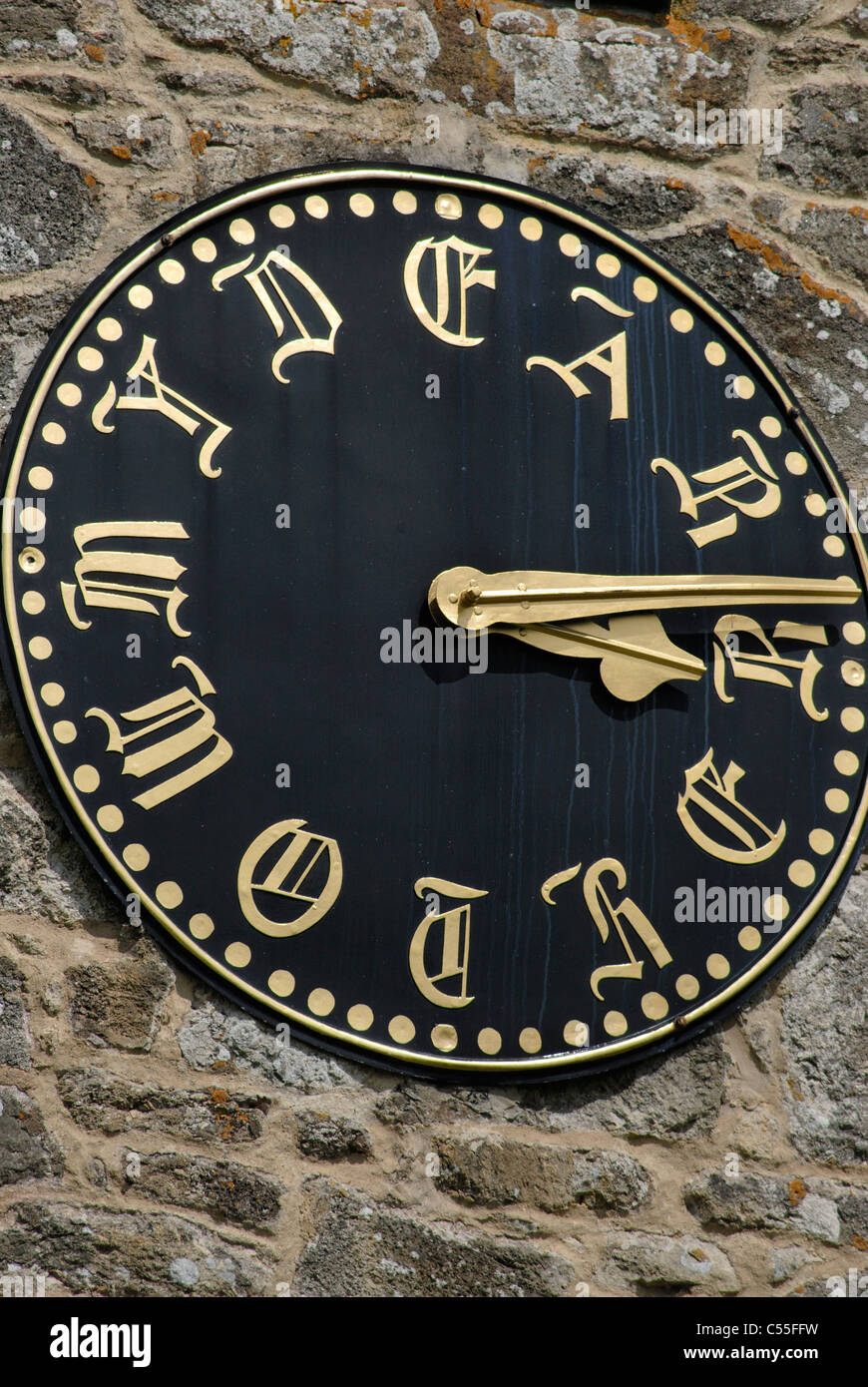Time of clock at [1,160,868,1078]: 3:13
